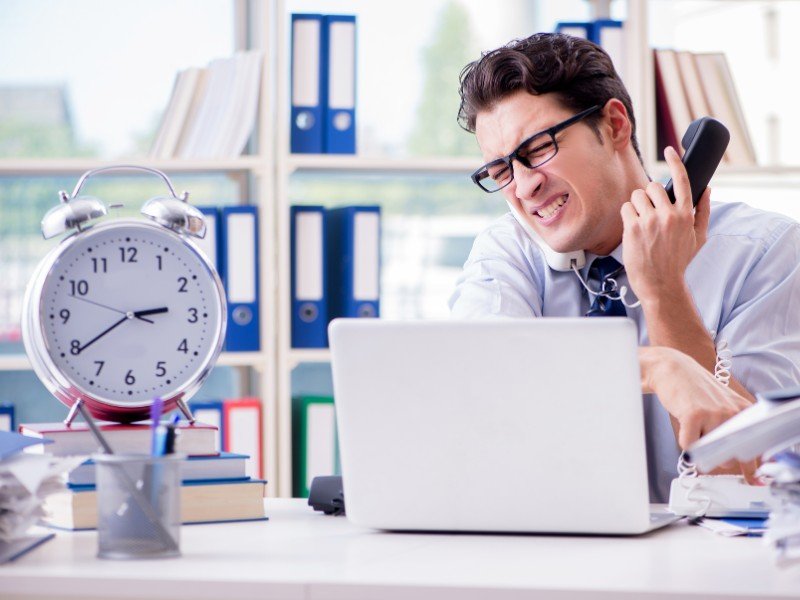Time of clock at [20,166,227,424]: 2:39
